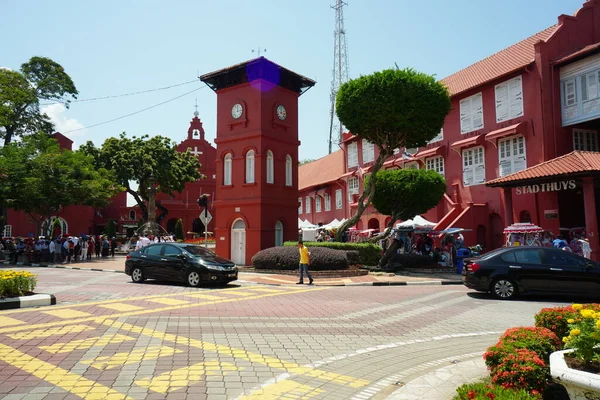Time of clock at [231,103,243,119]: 12:14
